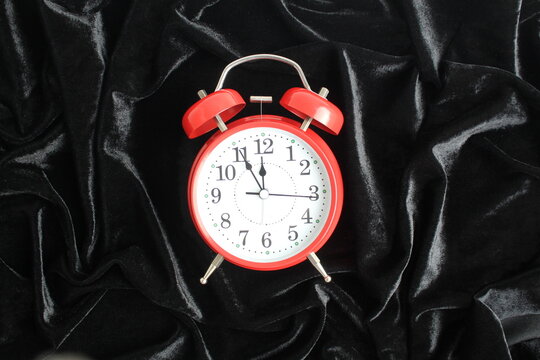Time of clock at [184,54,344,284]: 11:55
